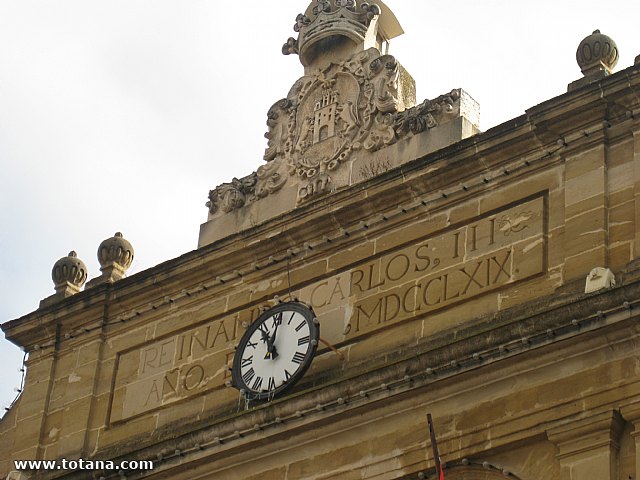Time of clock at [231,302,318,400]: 11:00
